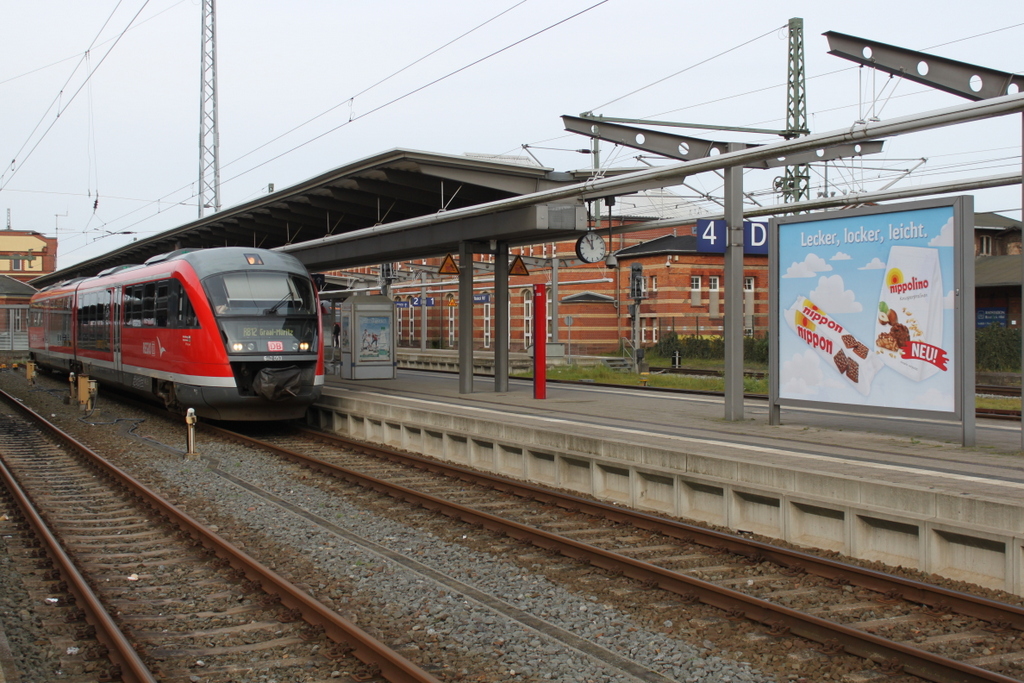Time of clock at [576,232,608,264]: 11:54
